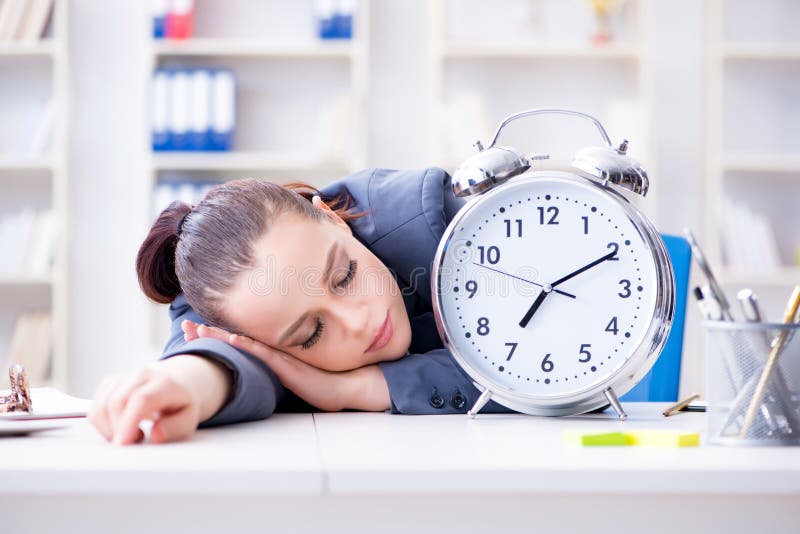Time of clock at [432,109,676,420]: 7:10
